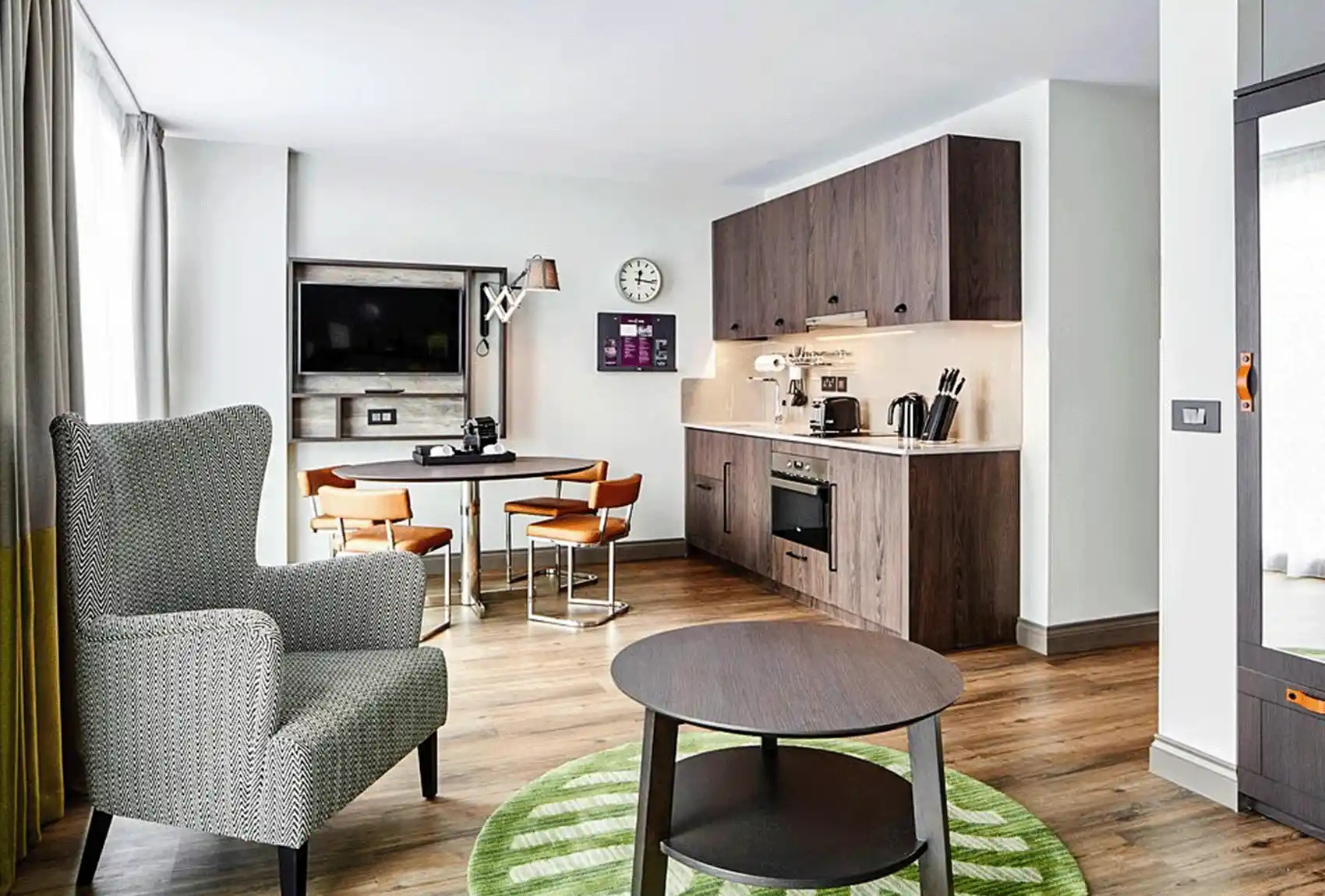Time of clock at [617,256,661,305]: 12:16
